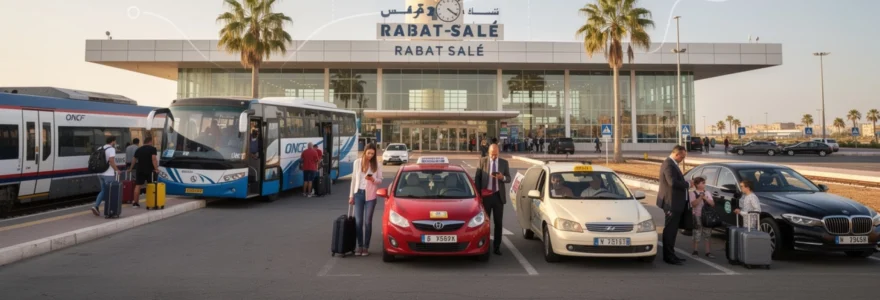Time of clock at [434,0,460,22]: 4:20
